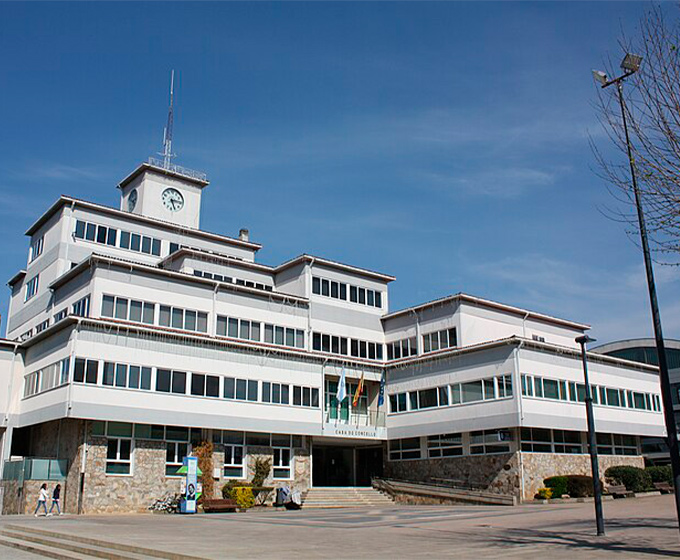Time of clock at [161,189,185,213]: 5:14
